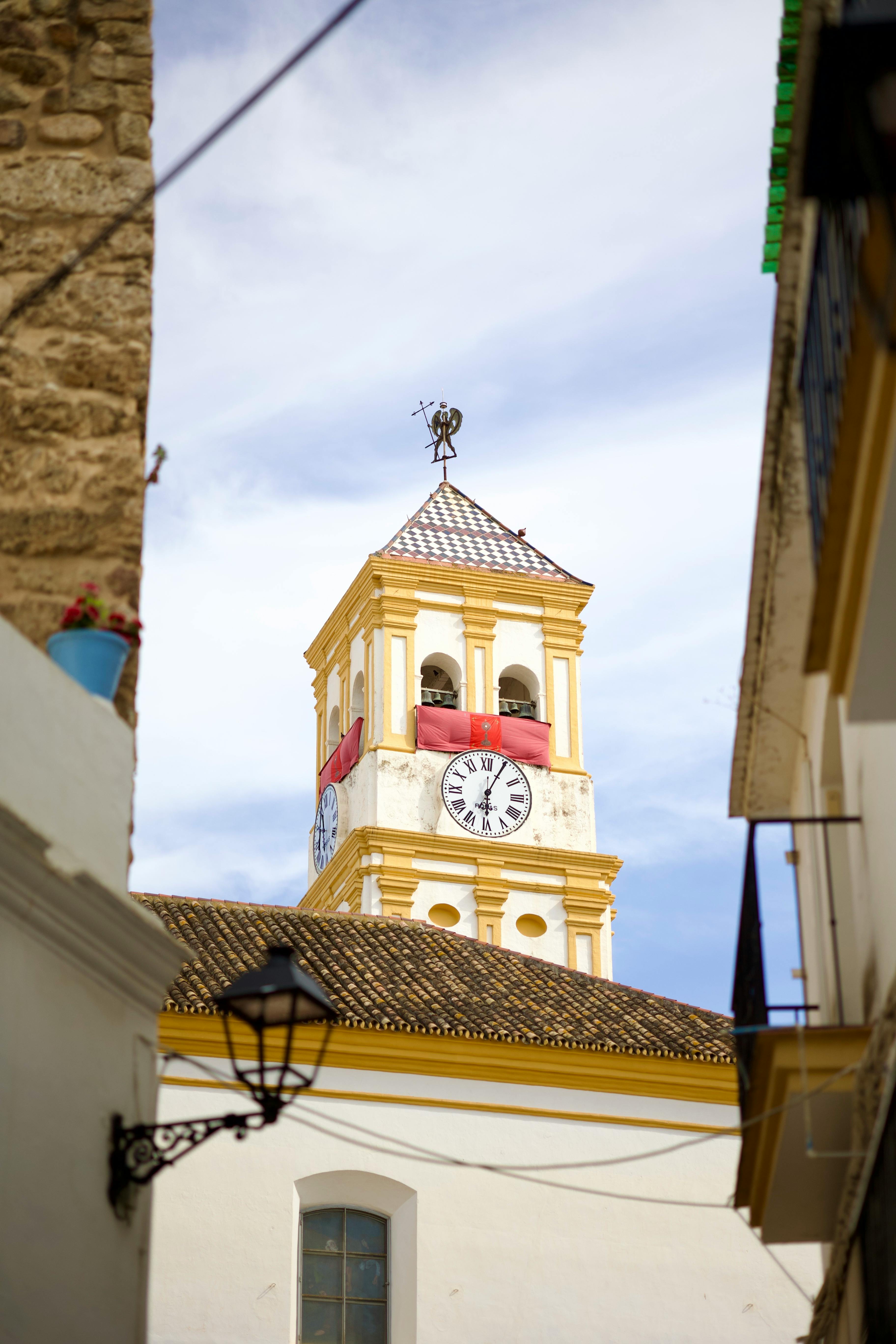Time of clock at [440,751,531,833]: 6:04
